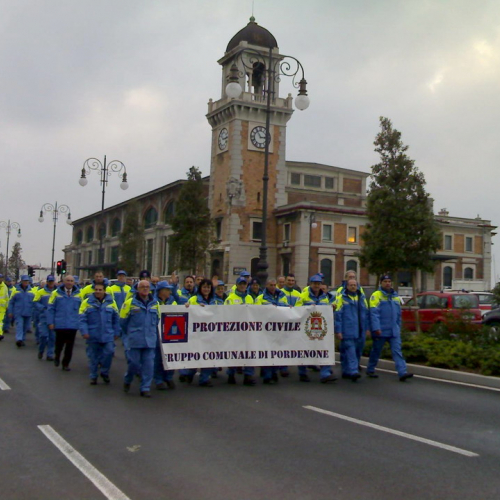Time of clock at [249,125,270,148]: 2:54
